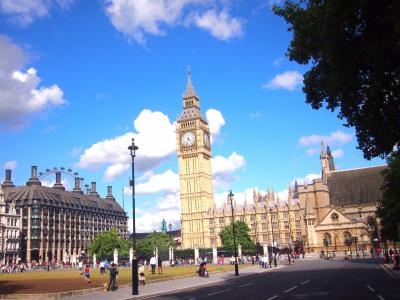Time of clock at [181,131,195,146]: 4:32
